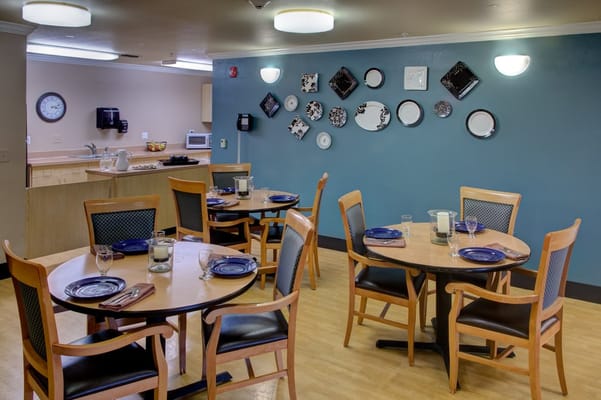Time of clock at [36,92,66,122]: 3:12
